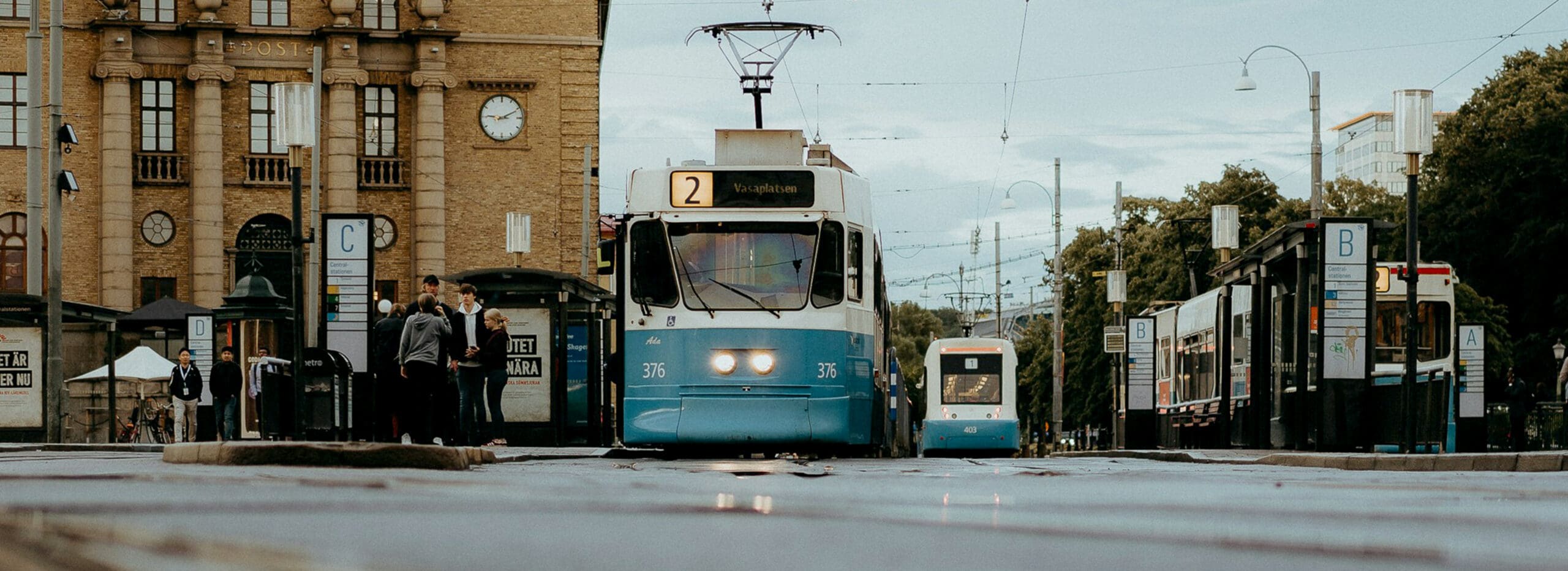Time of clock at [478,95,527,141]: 9:10
